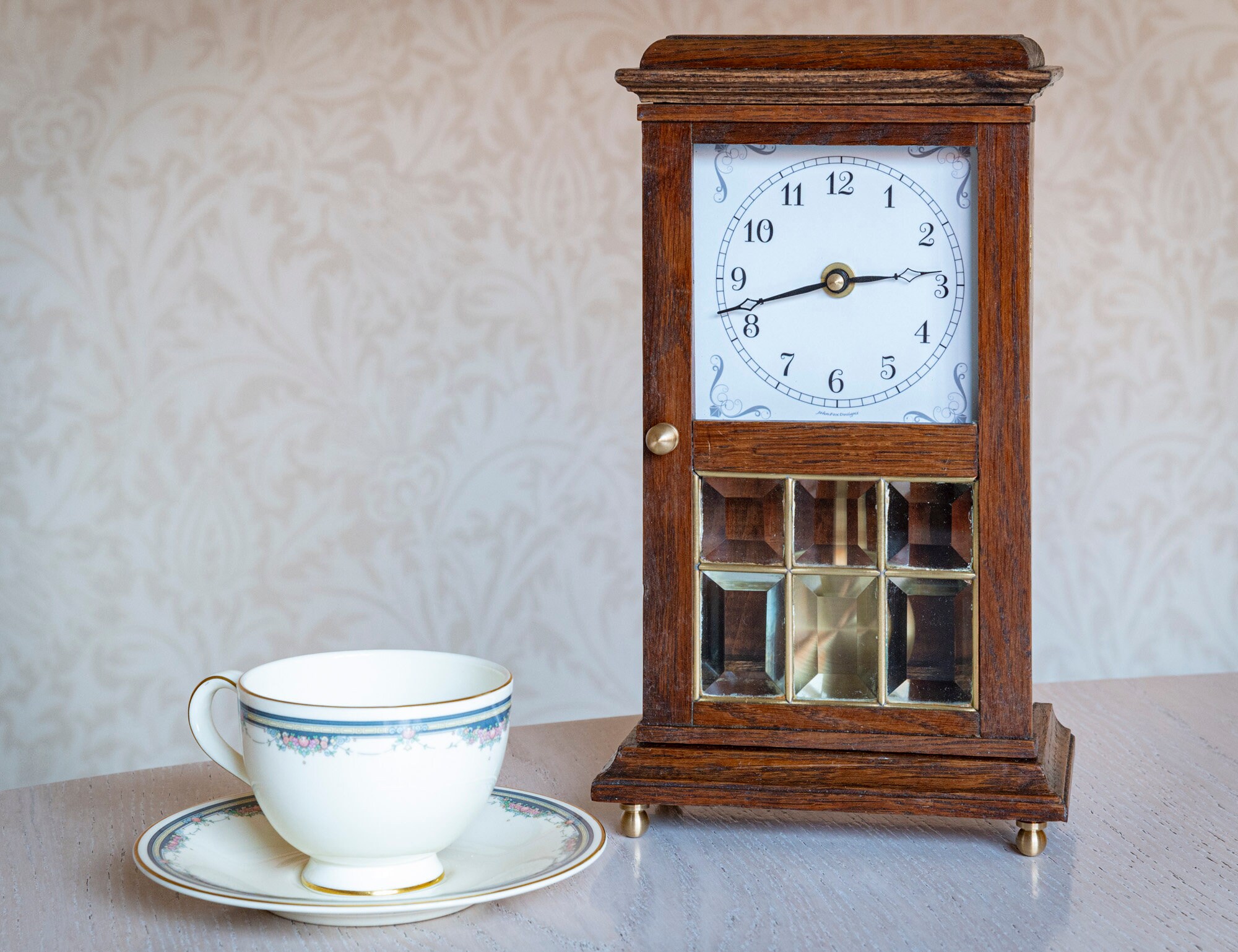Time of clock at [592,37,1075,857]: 2:42
